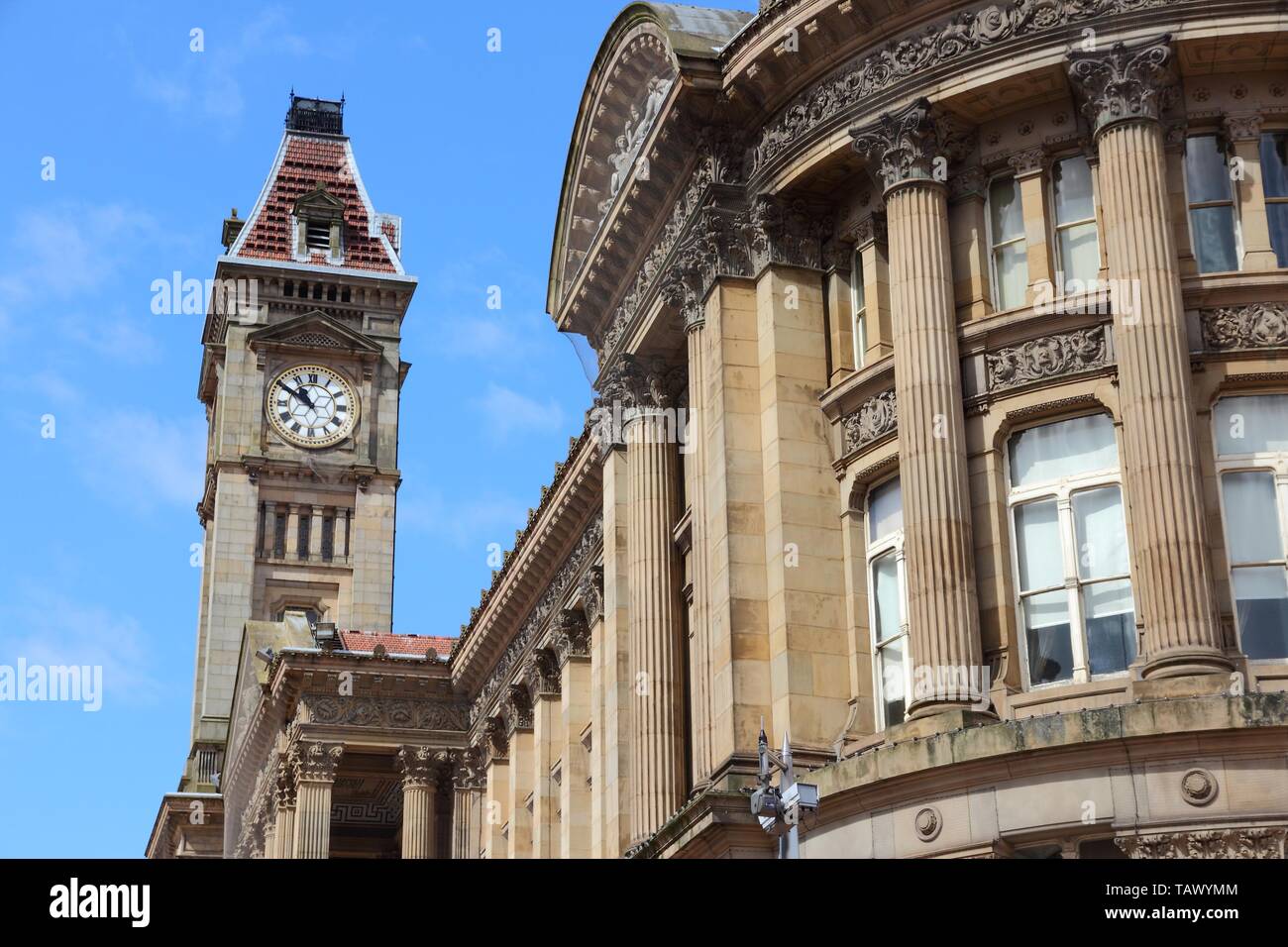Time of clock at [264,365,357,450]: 10:50
